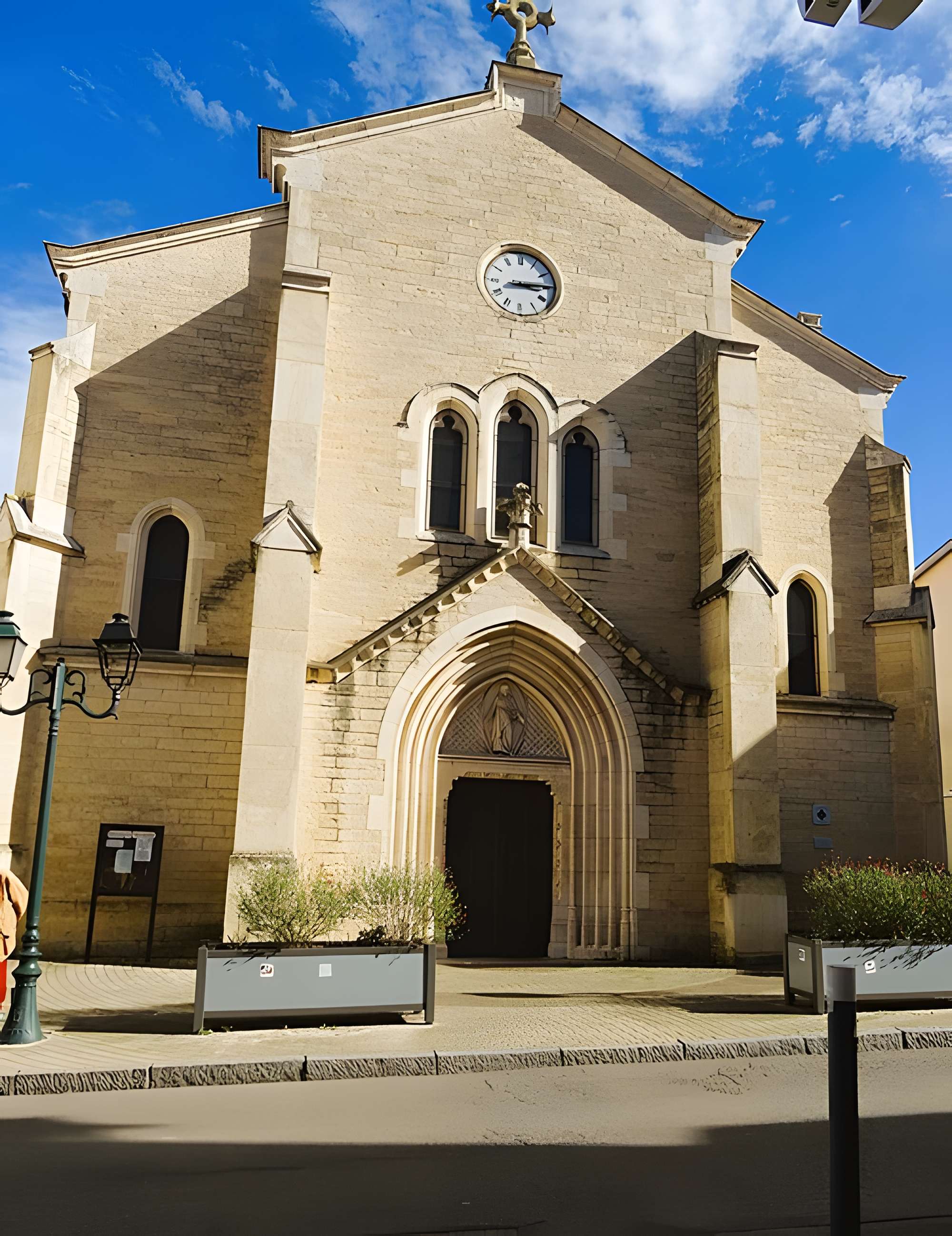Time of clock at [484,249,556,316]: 3:14
